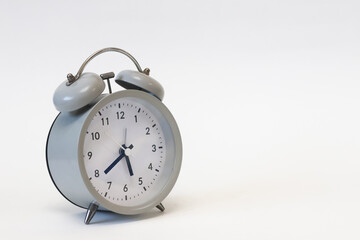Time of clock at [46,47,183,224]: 5:38
